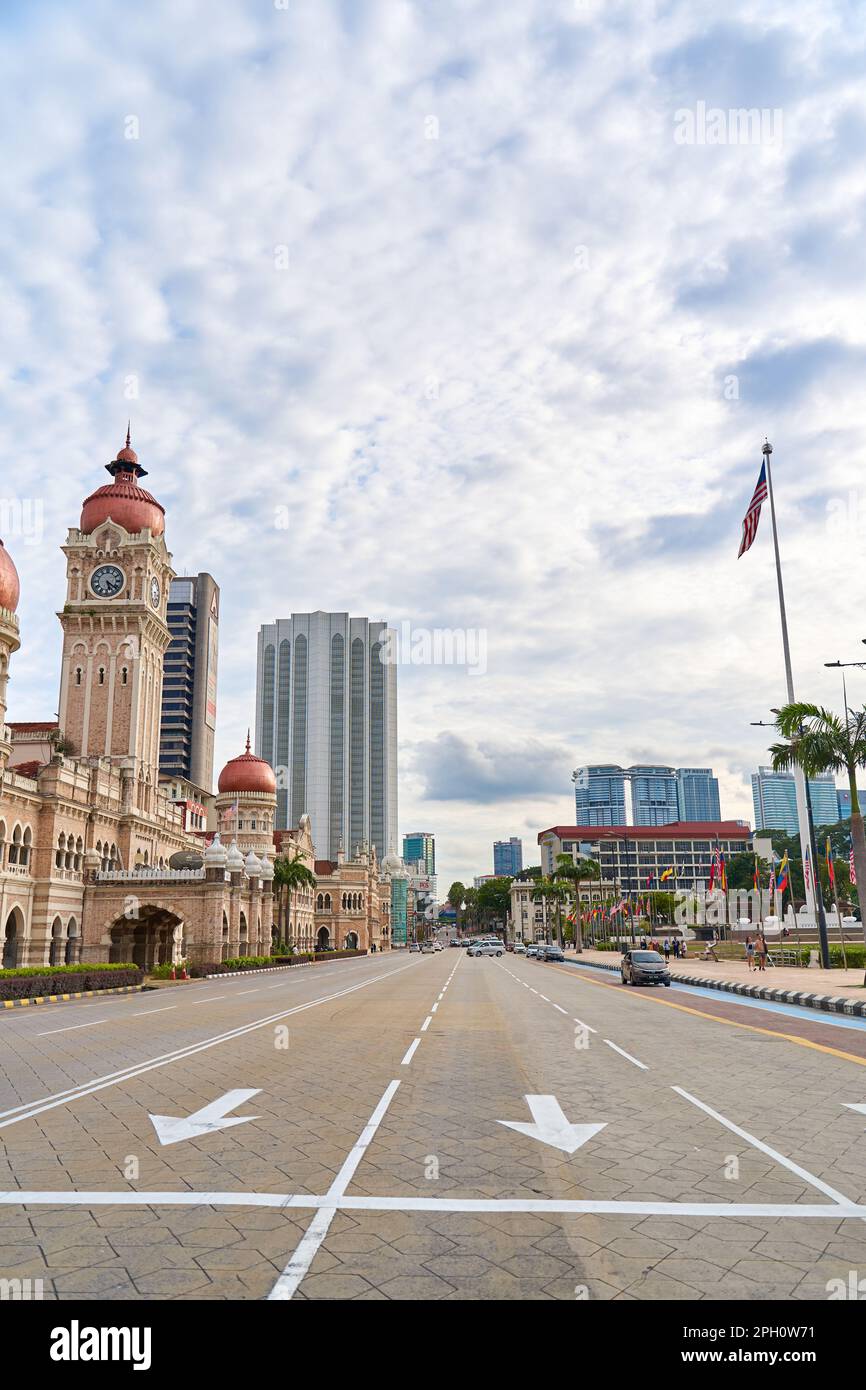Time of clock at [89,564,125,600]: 5:21
